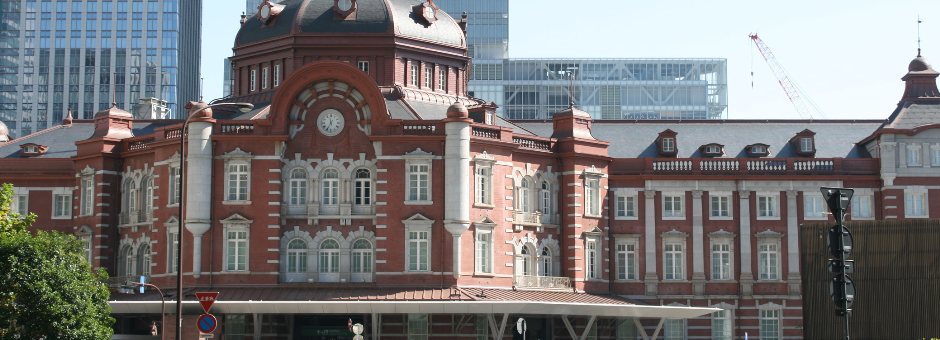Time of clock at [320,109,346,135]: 11:34
